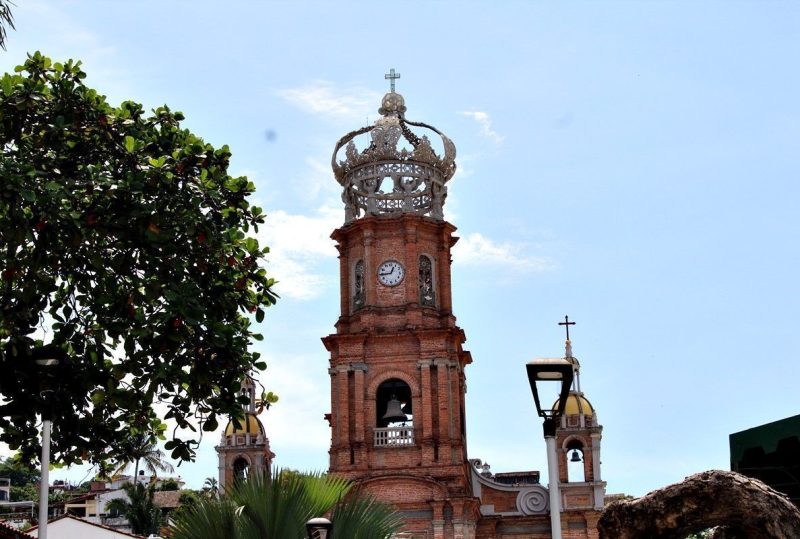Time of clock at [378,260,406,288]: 12:44
